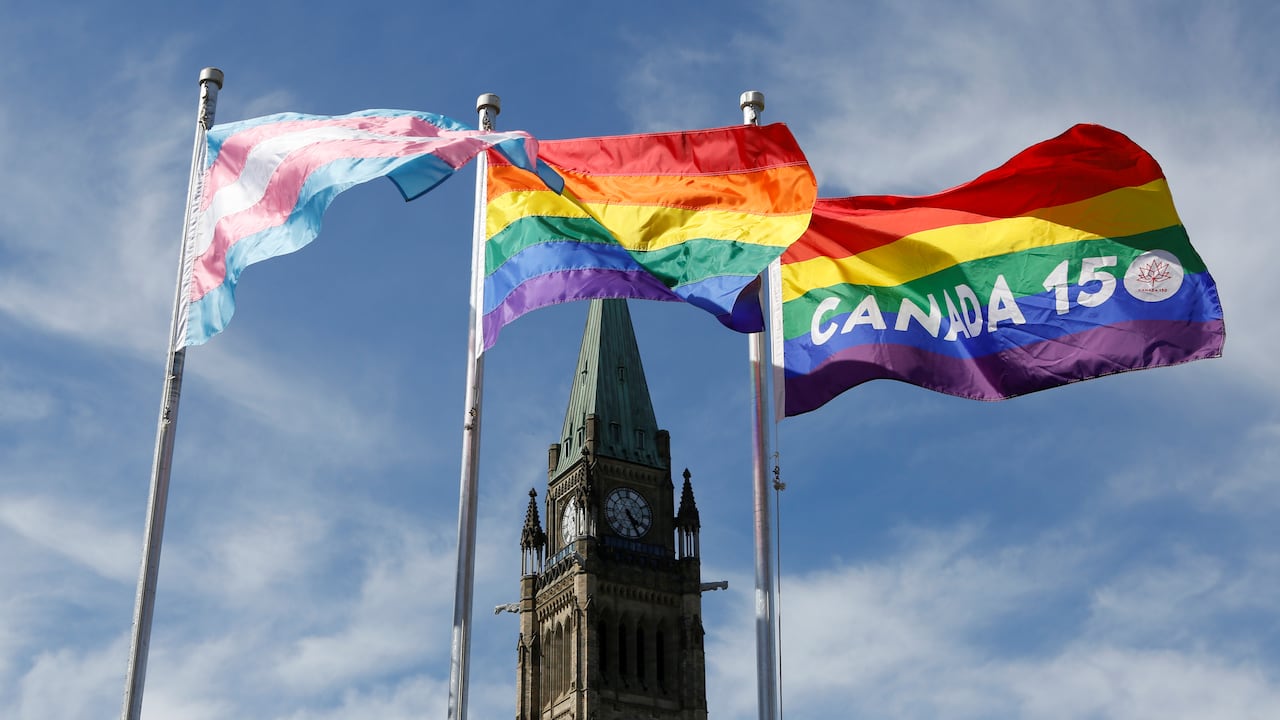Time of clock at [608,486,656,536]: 4:25
